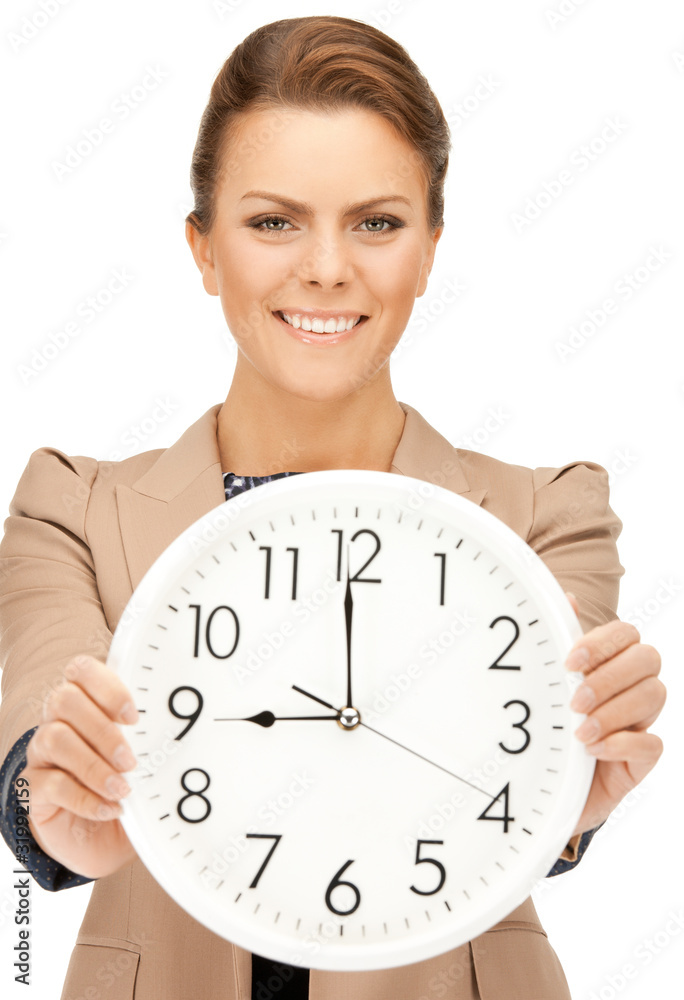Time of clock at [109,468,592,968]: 8:59
